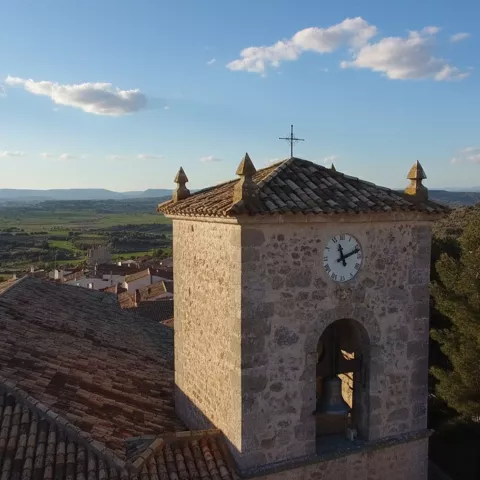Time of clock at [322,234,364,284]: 11:11
